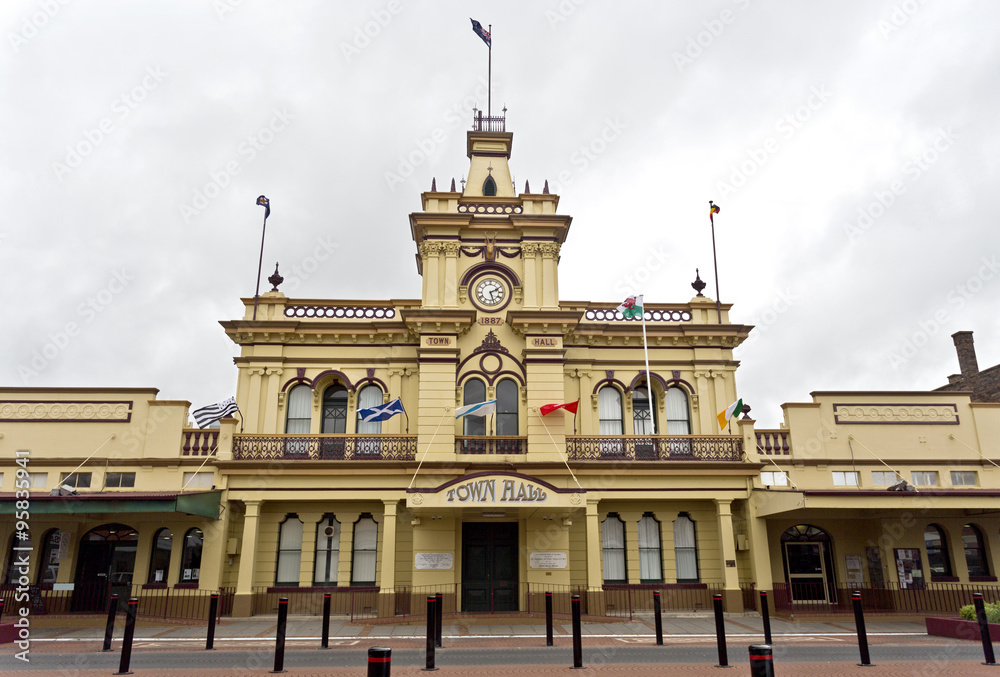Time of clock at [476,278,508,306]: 2:27
